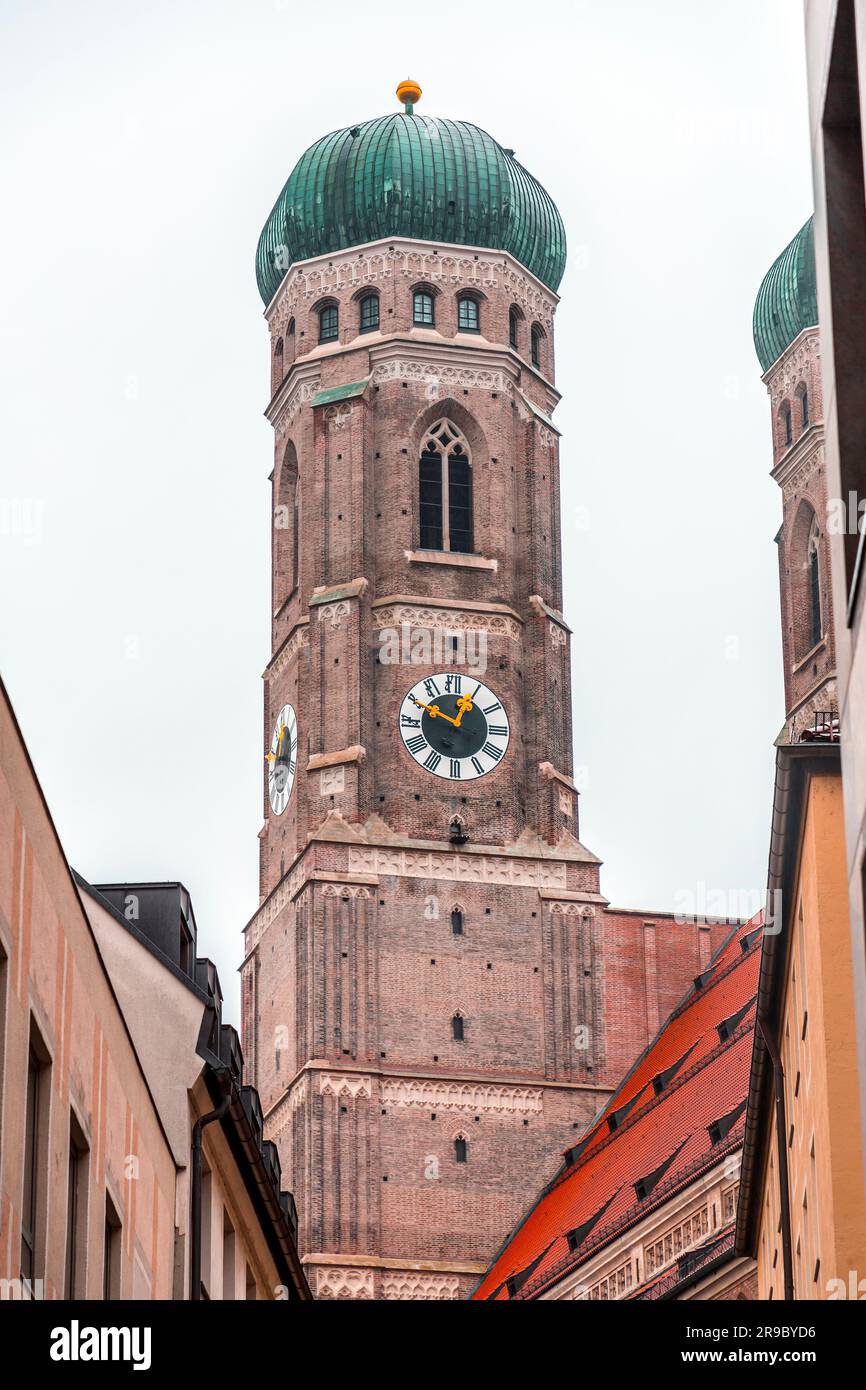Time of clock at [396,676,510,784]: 12:49
